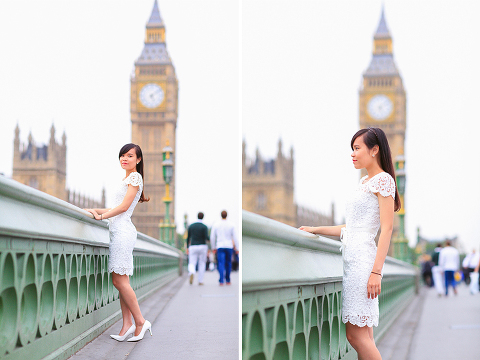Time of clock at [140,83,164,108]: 5:09
